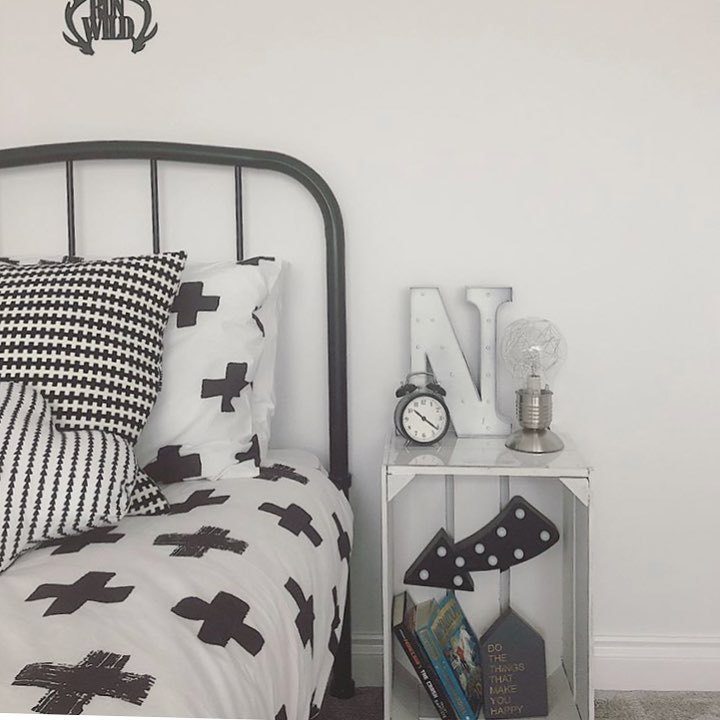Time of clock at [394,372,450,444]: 10:21
